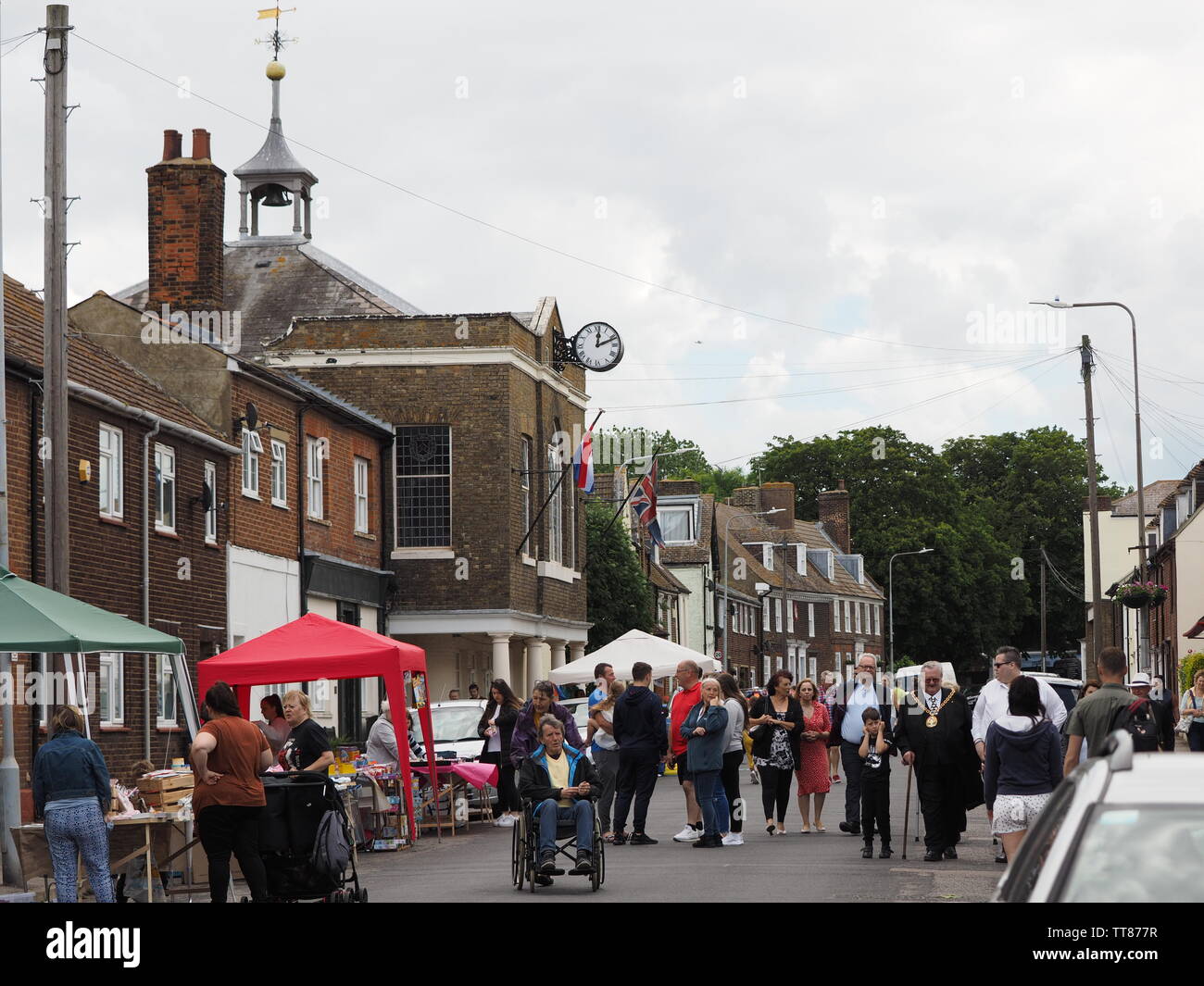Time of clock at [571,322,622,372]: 12:11
